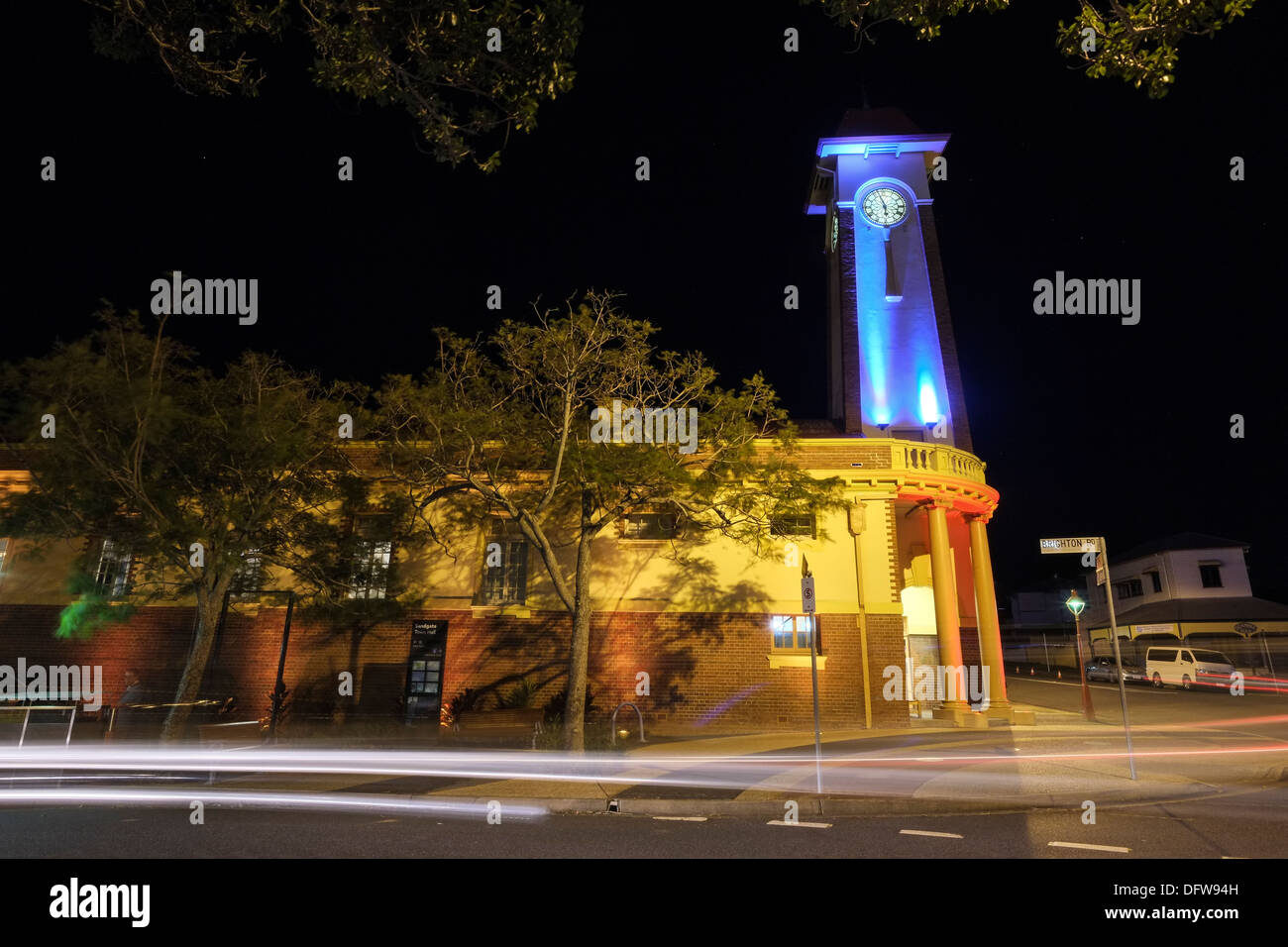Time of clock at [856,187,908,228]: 5:57
